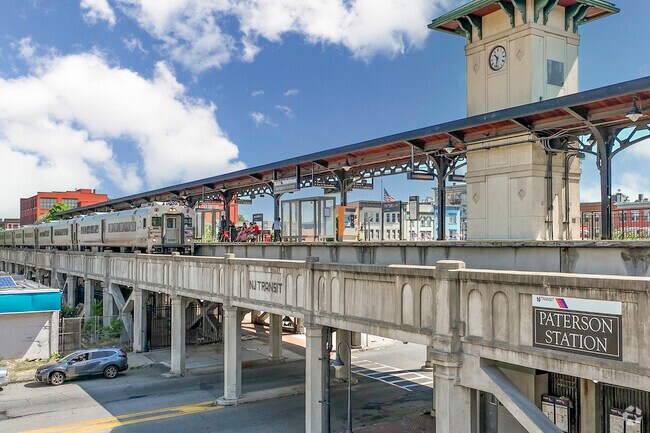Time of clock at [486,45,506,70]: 10:32
